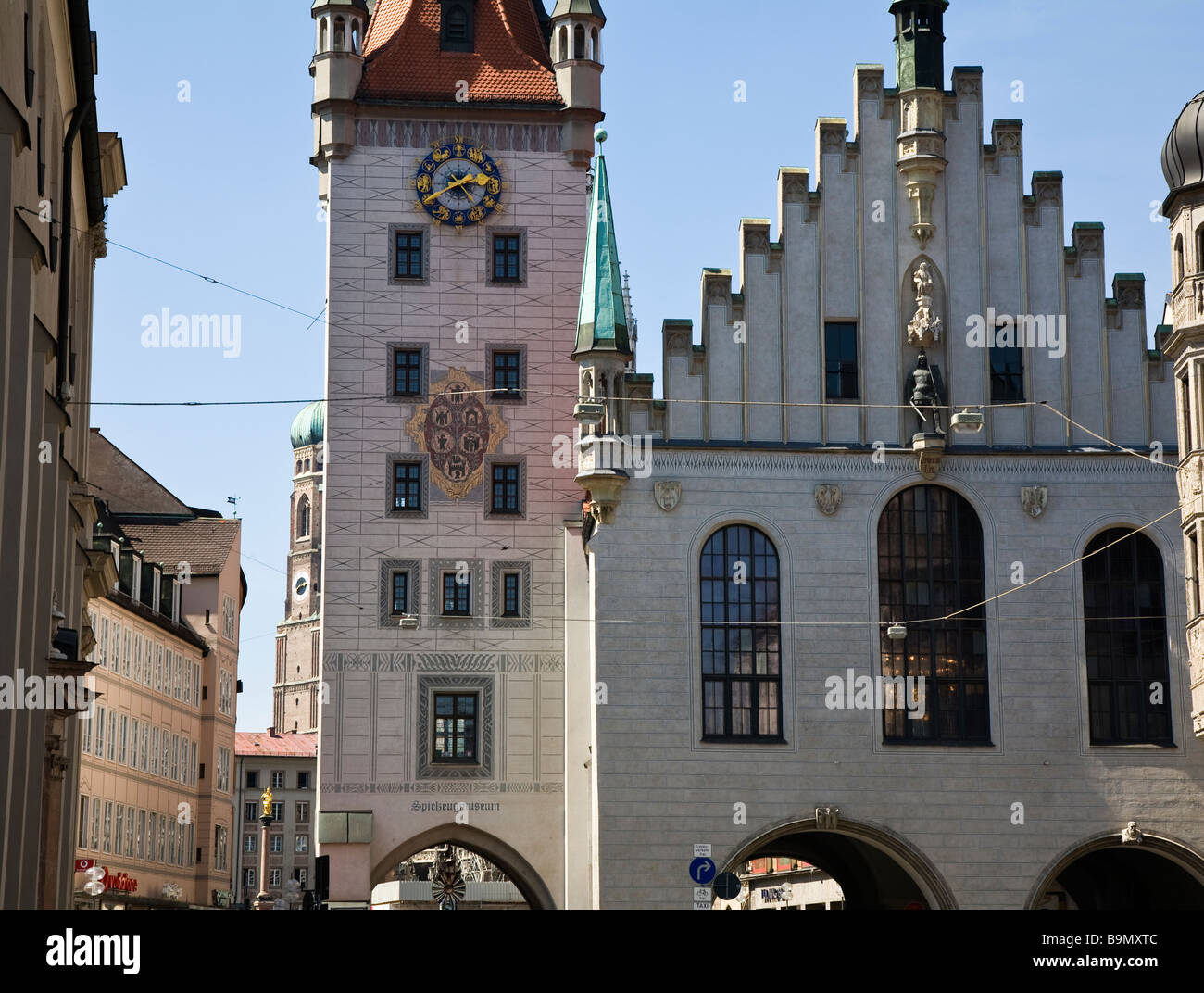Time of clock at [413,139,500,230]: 4:40
